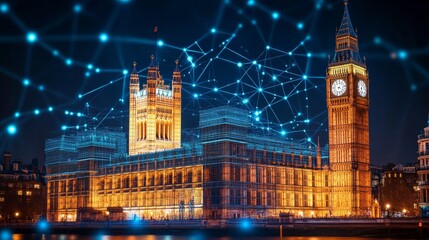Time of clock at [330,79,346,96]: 4:12
